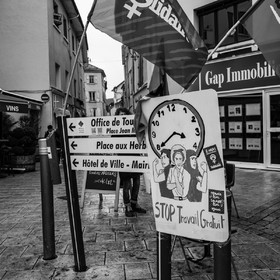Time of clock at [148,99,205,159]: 3:39
